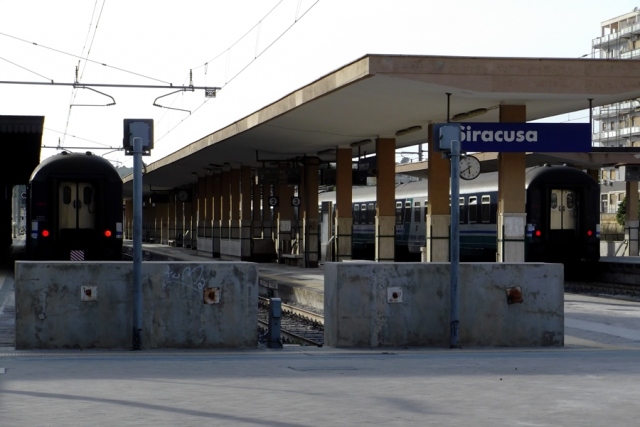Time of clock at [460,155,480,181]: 5:38
